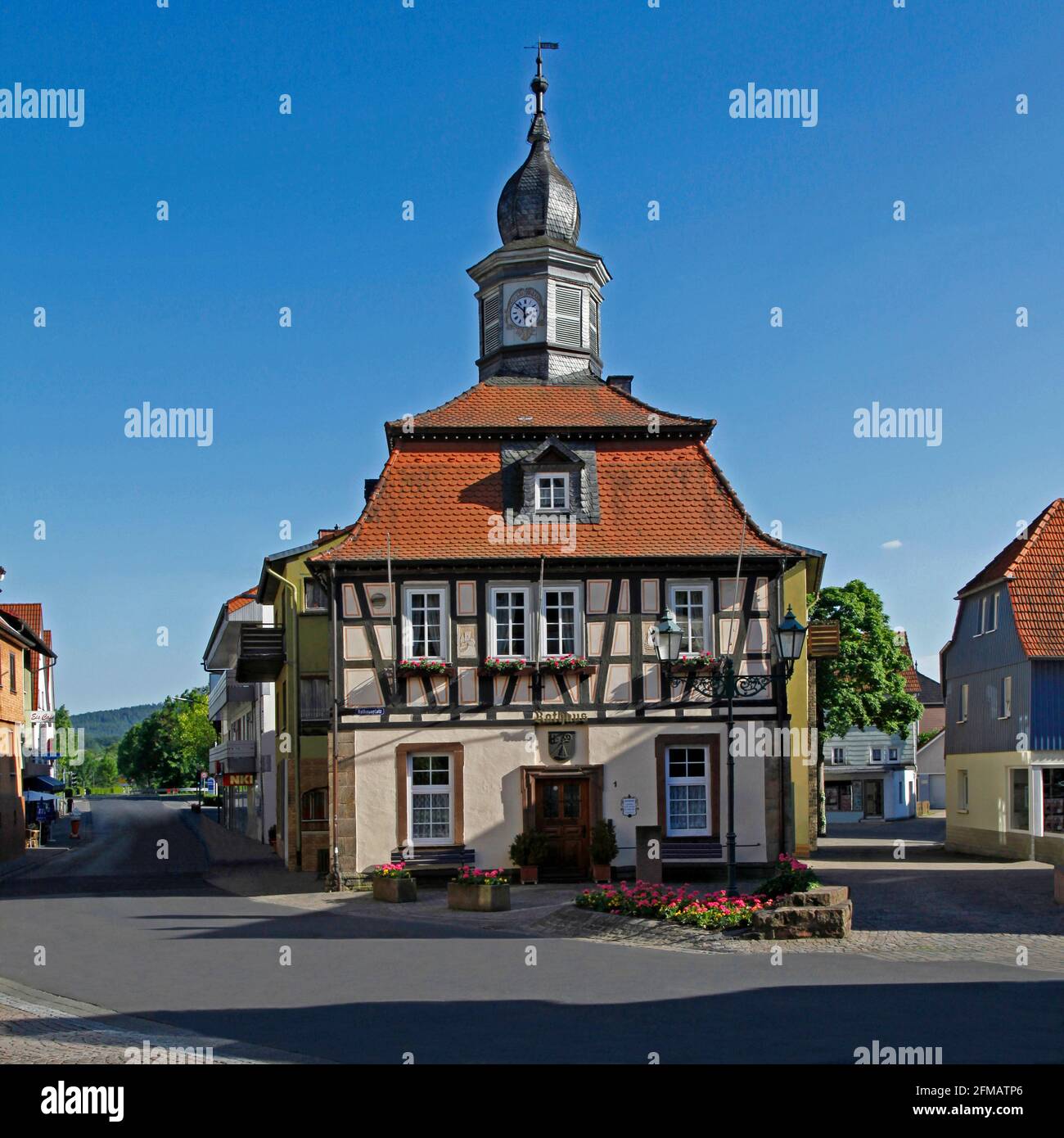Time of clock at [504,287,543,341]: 5:51
